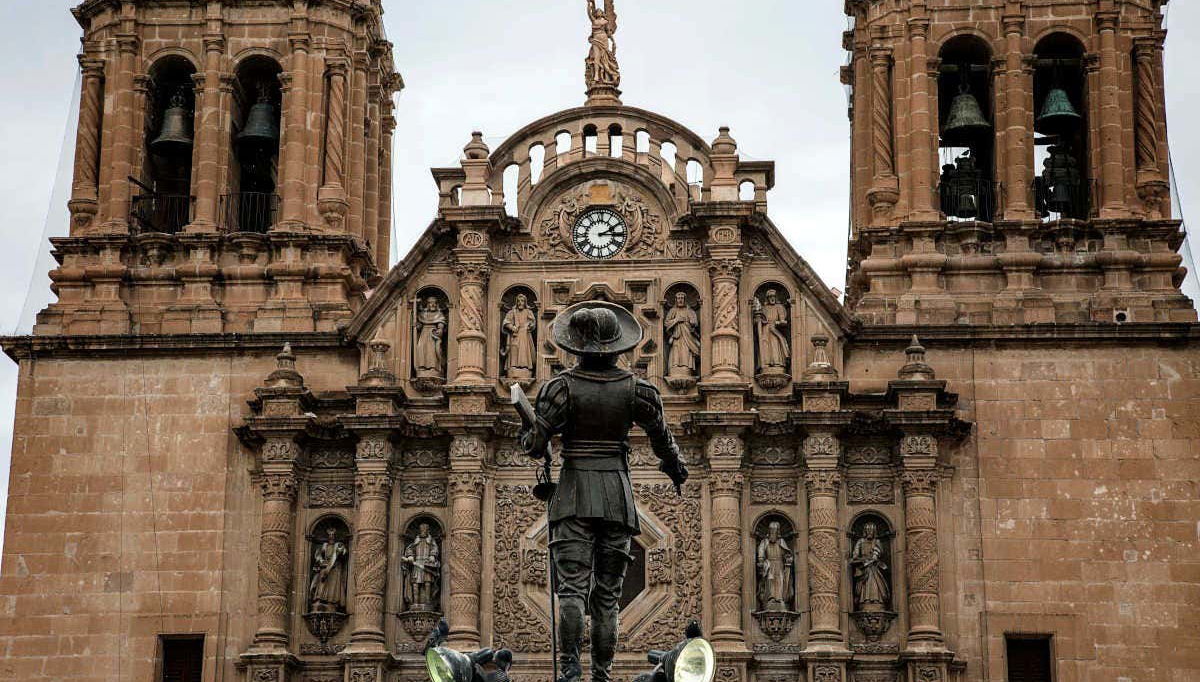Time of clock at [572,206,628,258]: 2:15
